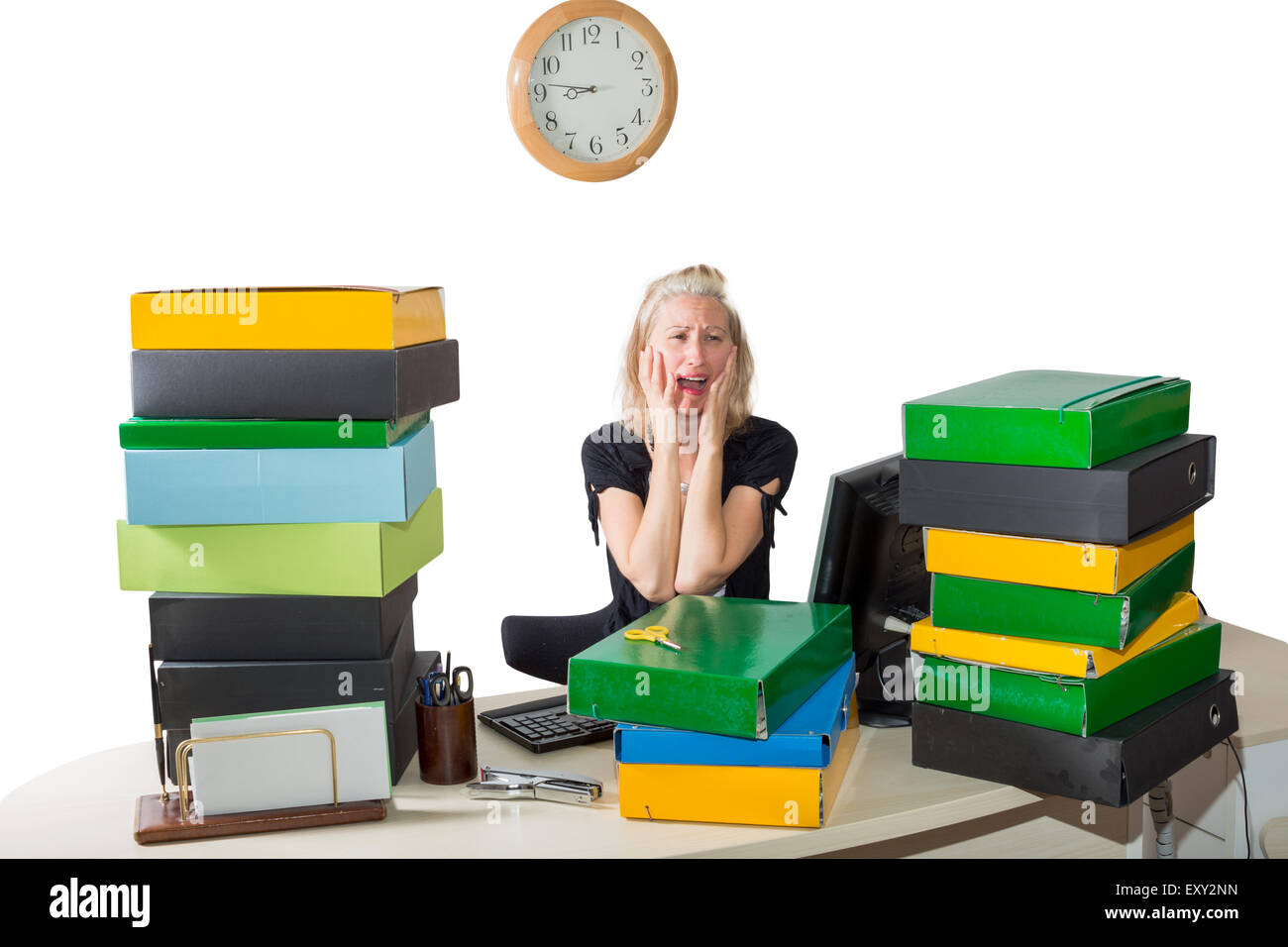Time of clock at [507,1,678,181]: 8:46
